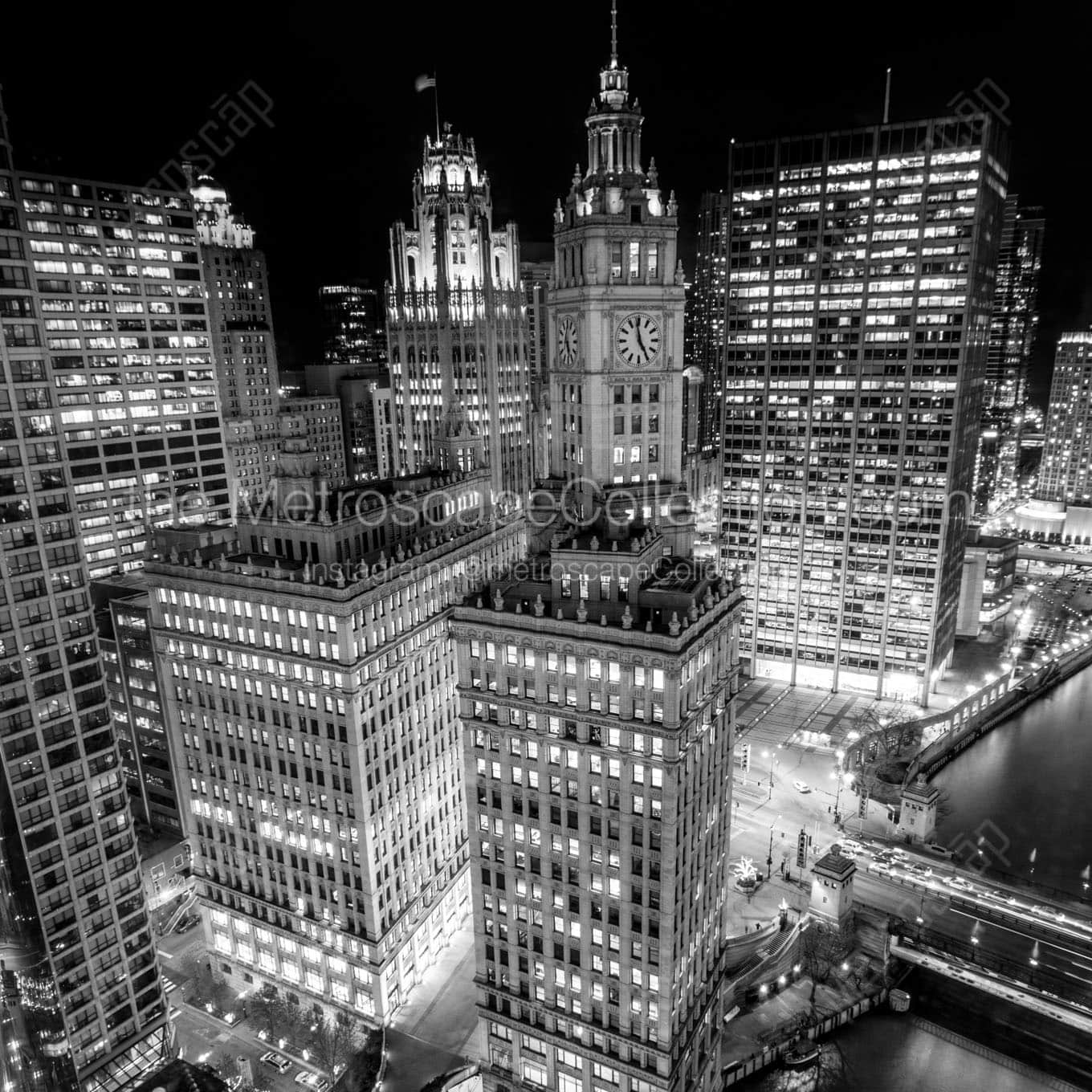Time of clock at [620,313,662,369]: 4:58
